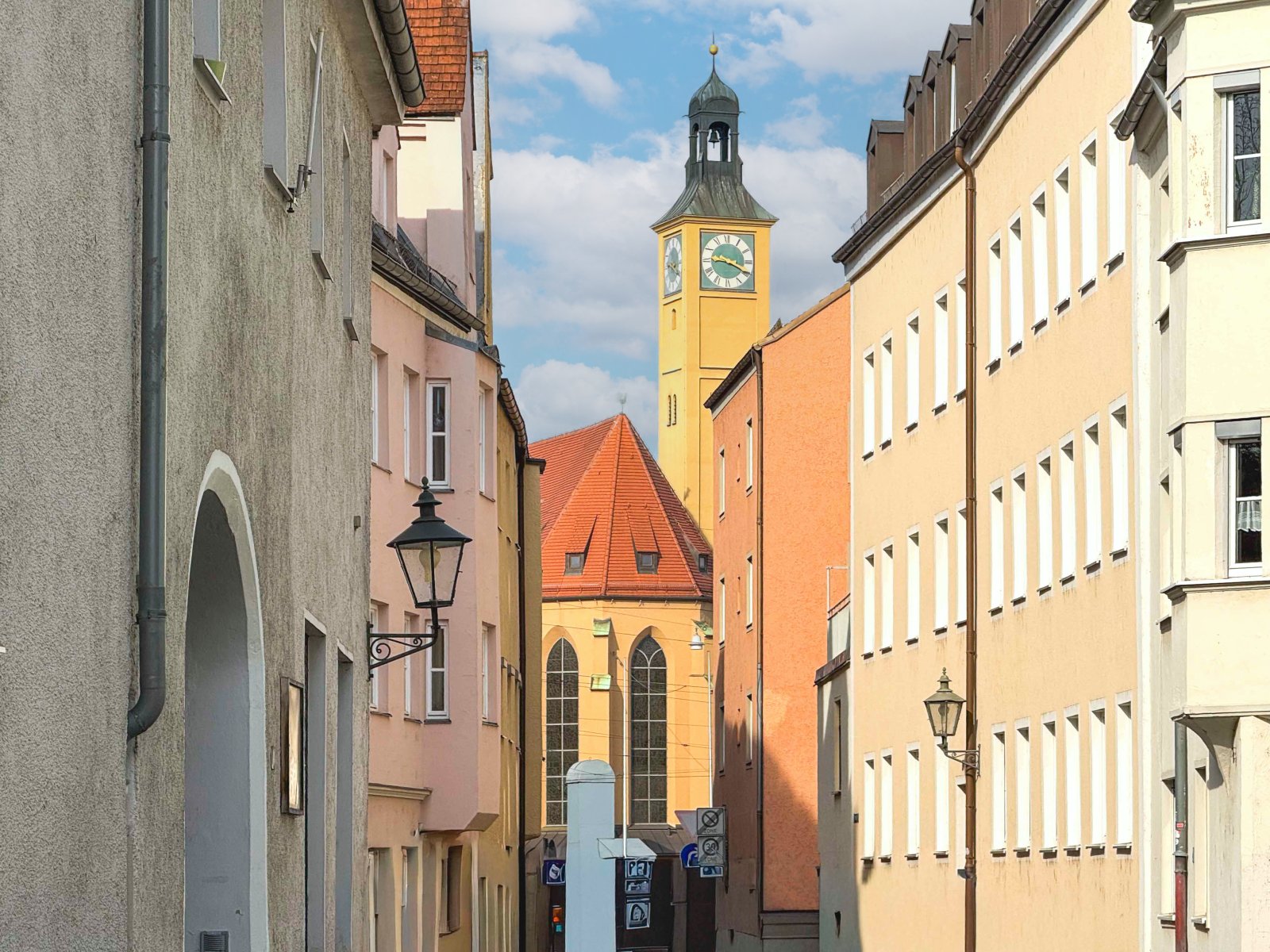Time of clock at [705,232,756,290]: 9:19
